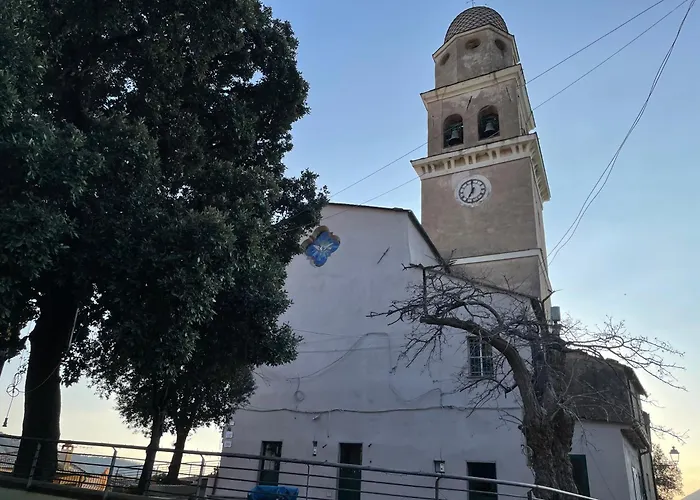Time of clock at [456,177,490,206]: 6:59
